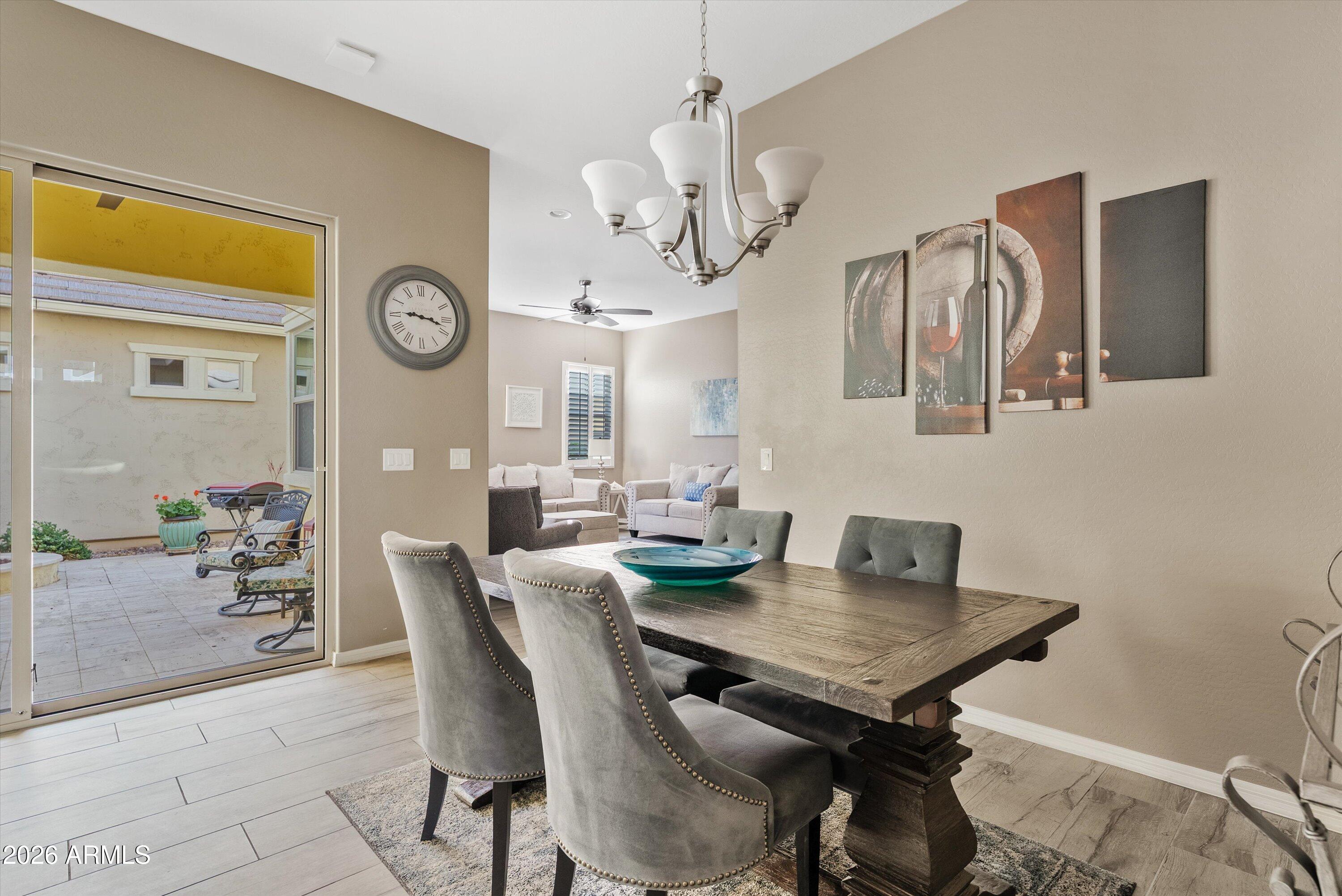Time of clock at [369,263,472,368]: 9:17
